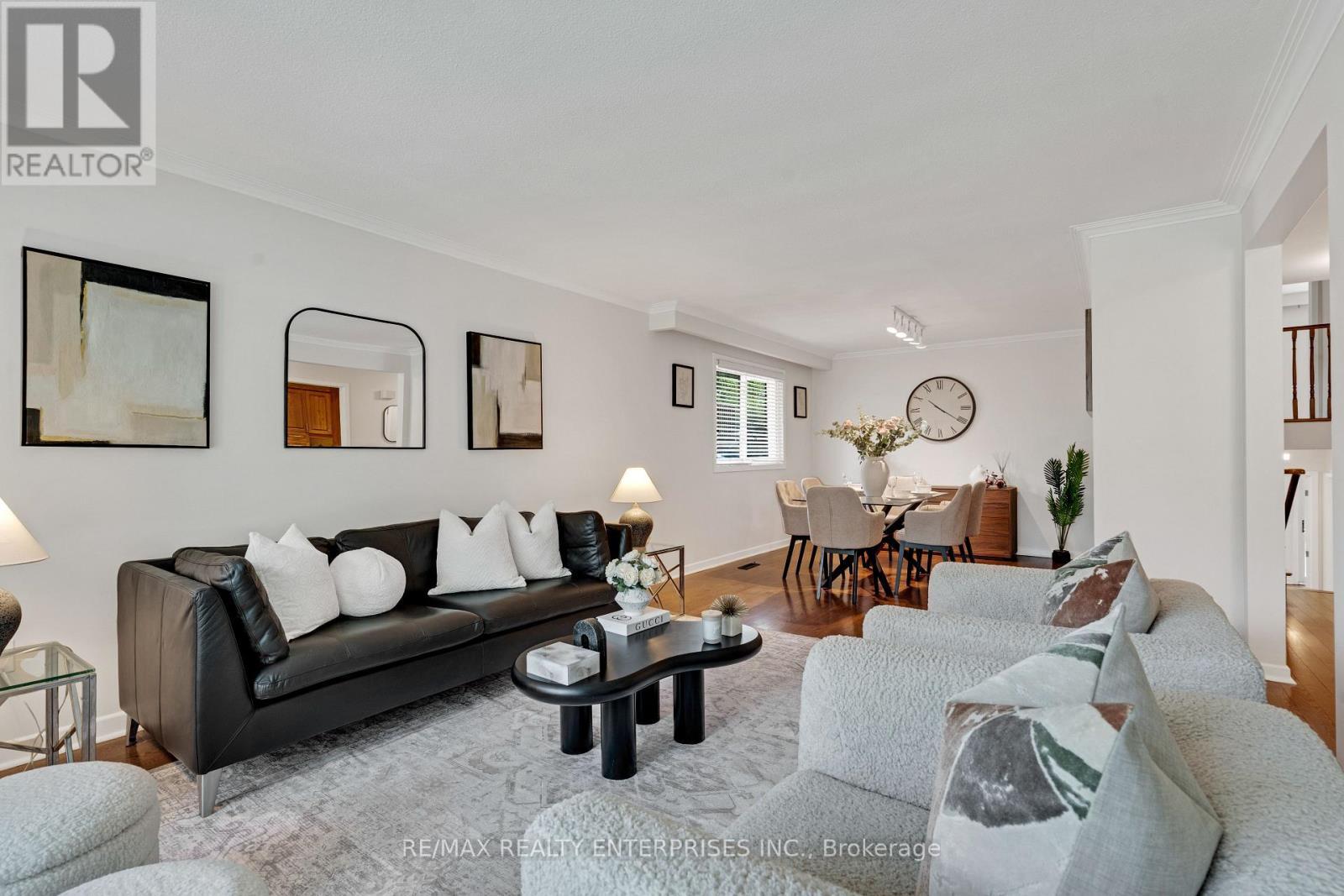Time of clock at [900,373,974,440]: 10:20
